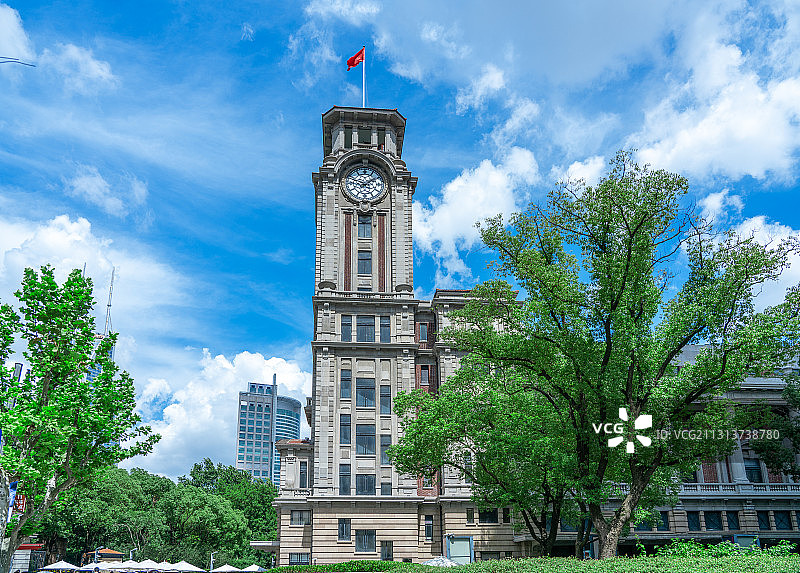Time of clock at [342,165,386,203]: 1:47
